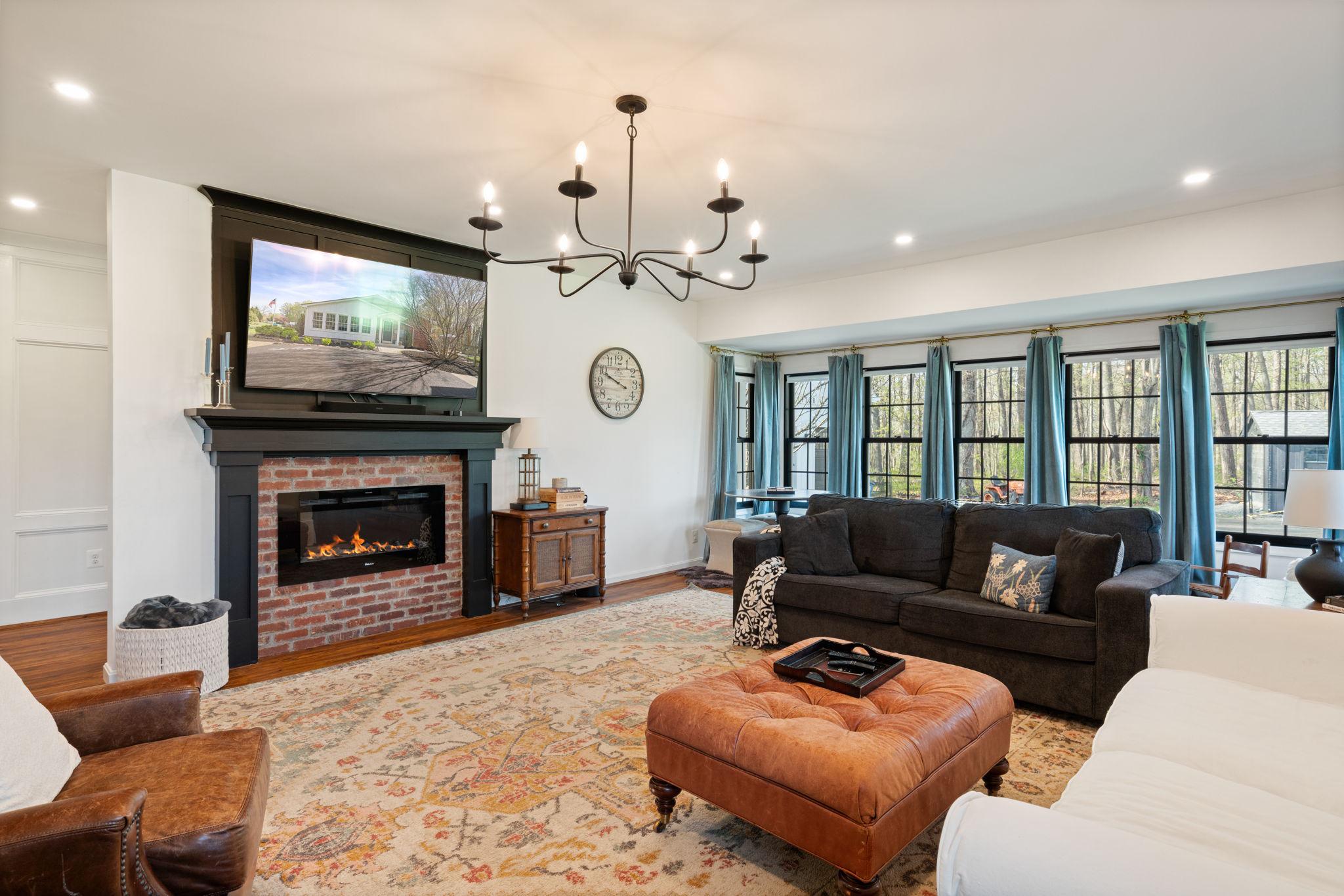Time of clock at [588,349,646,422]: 3:48
